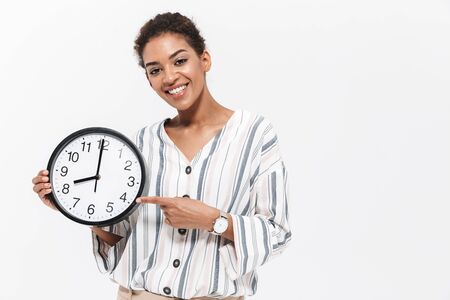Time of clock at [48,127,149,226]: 7:59
